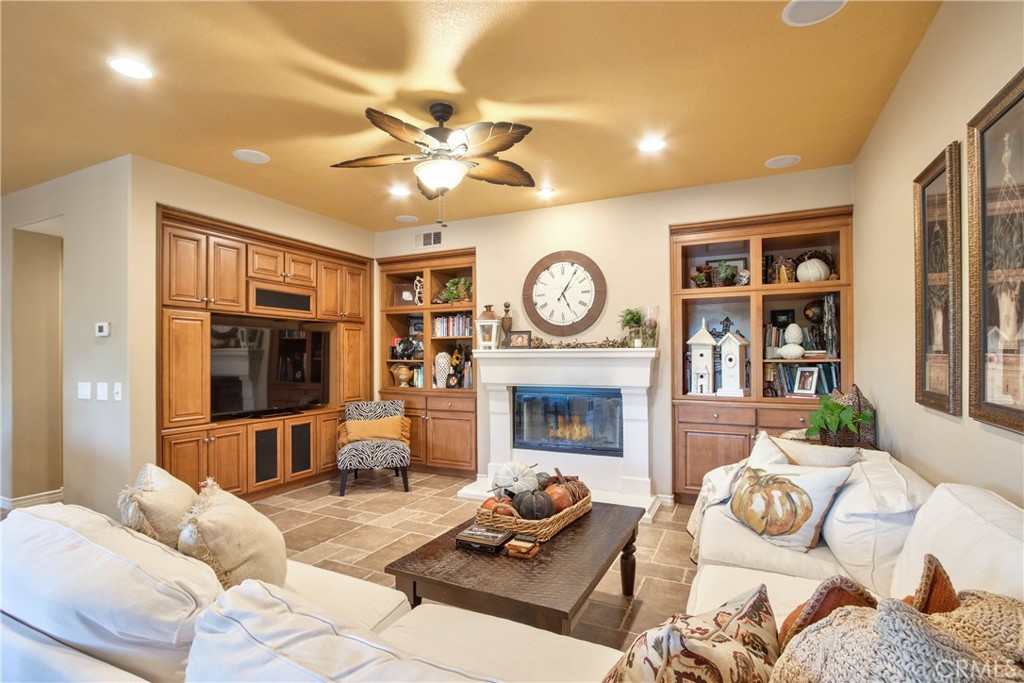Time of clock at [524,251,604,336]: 5:05
